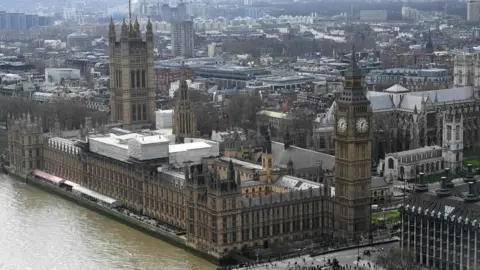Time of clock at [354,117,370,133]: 1:32
